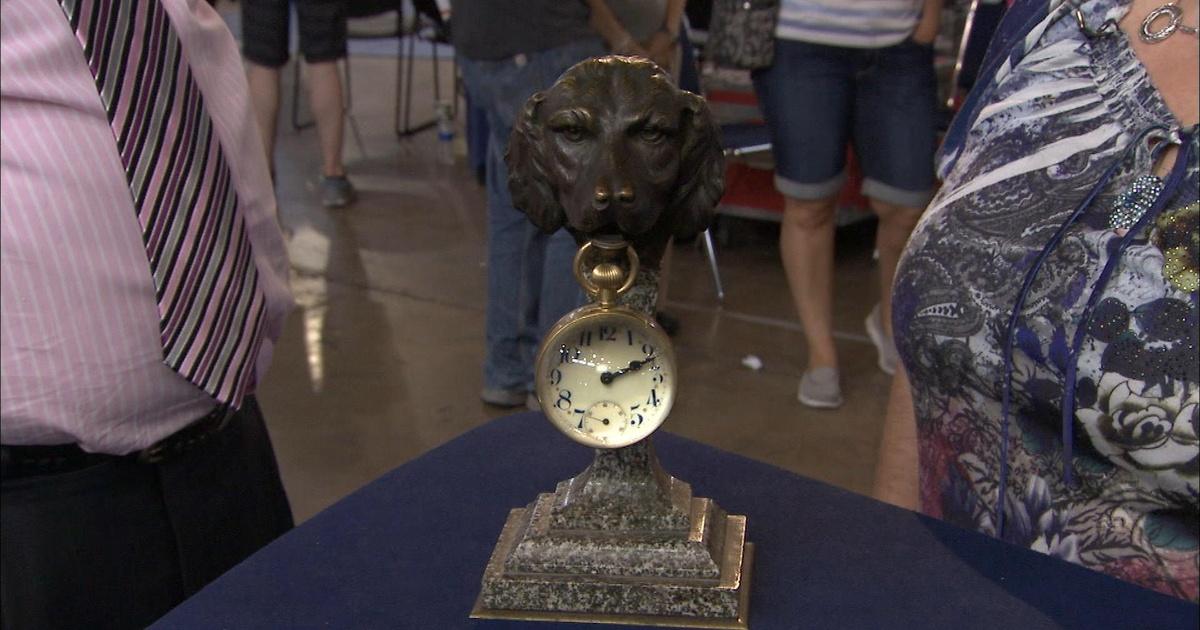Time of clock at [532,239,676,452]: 2:11
